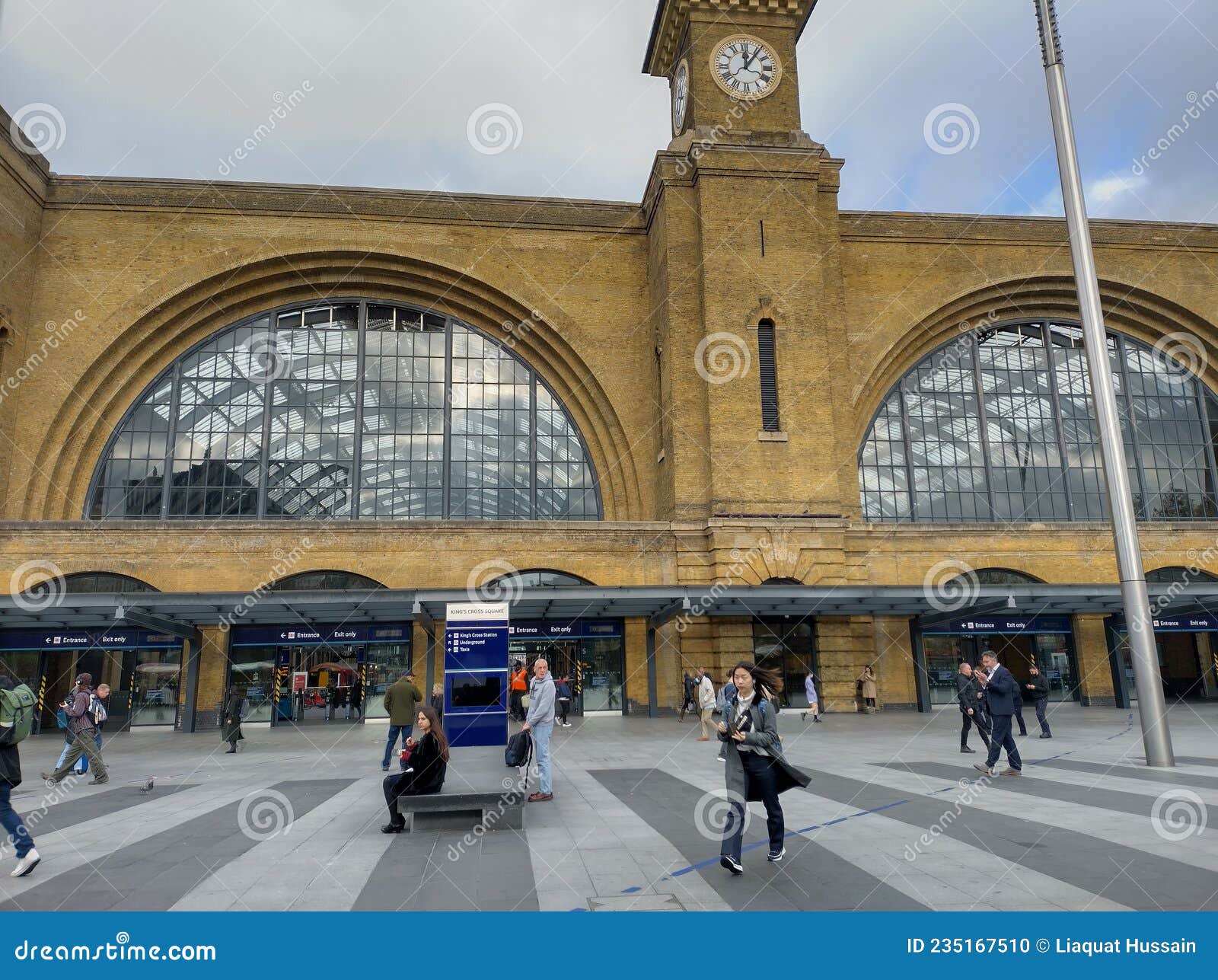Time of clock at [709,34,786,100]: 12:06
